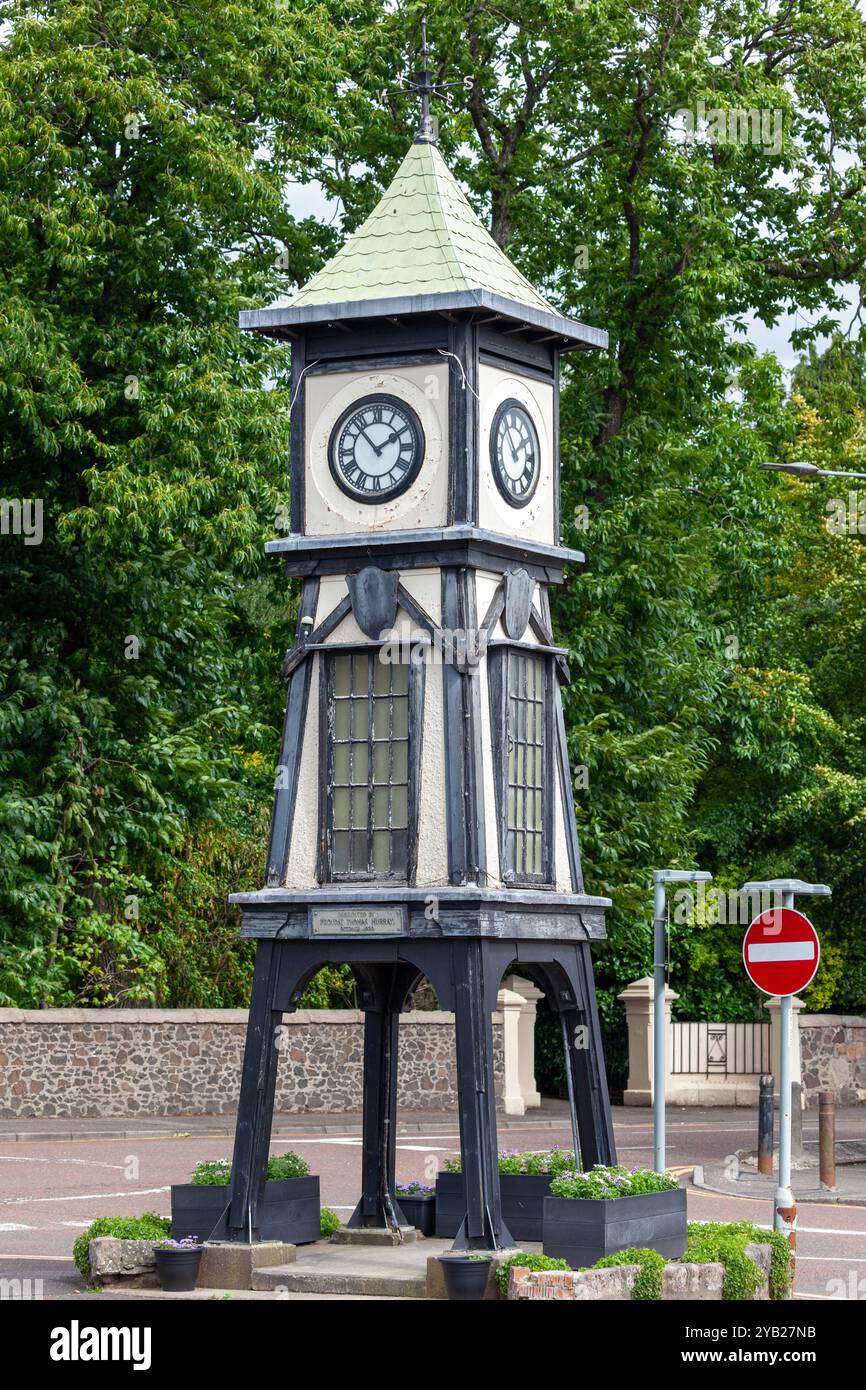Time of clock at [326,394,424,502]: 1:53
